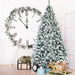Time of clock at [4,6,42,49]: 11:52
